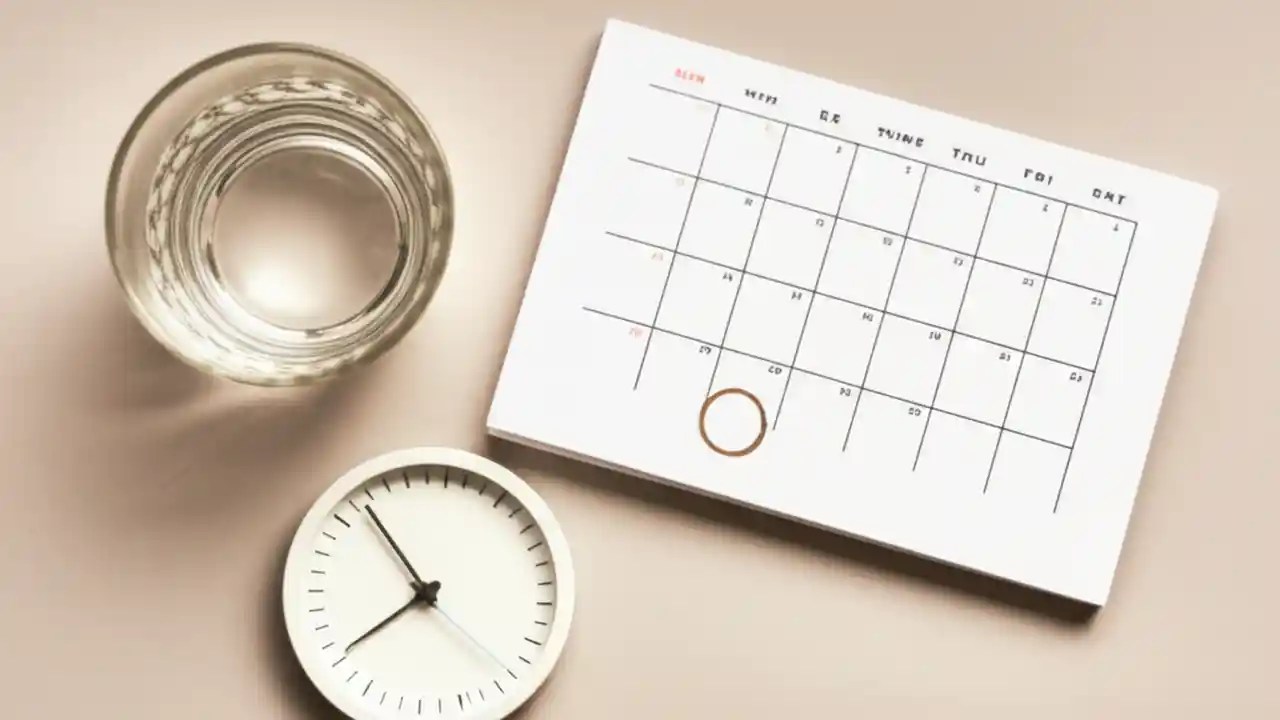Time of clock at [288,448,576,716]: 7:52
